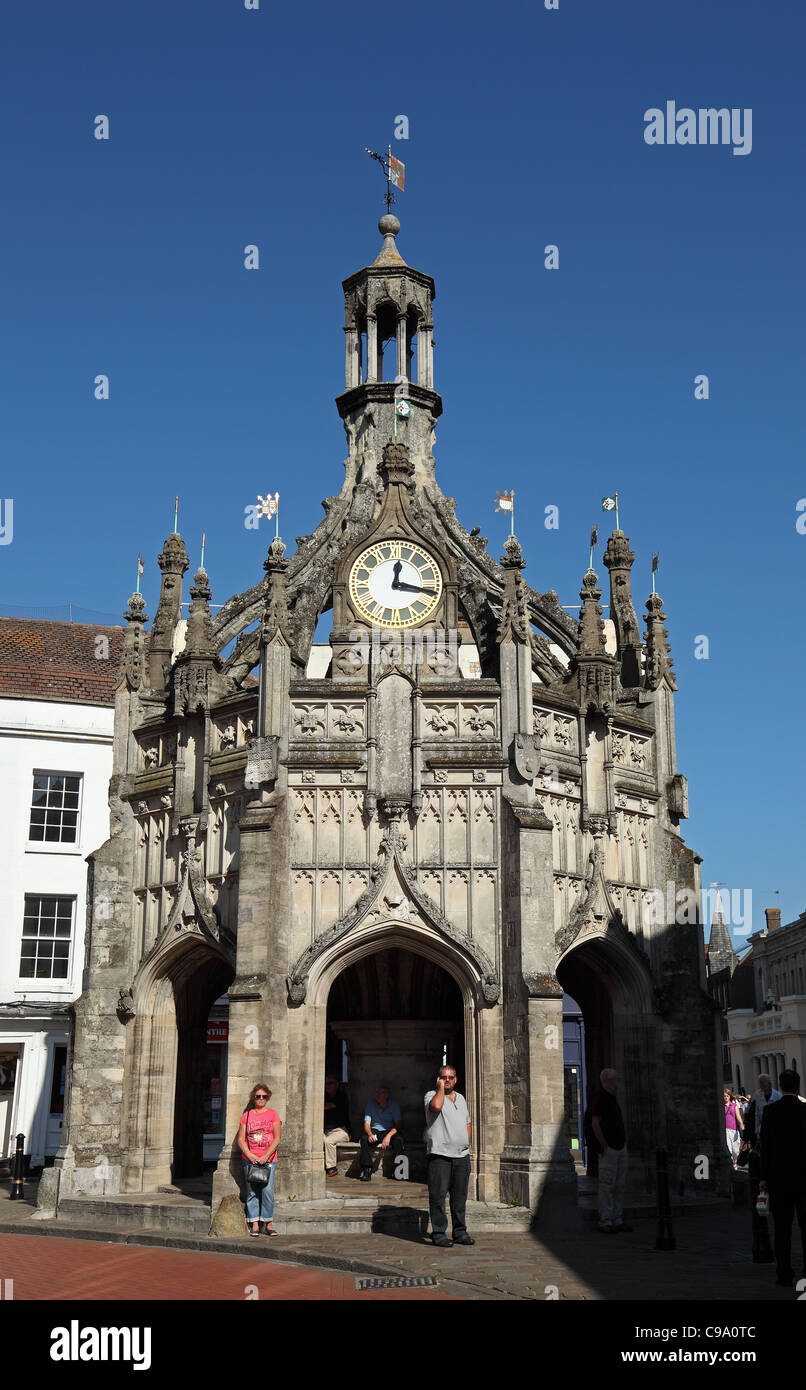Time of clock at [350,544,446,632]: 12:16
